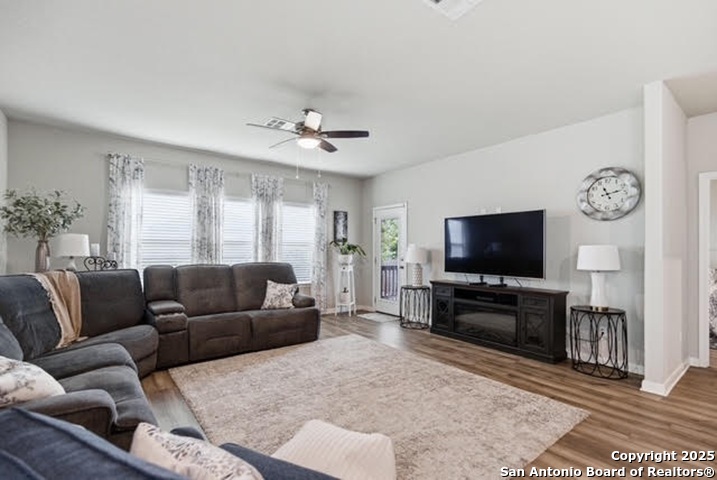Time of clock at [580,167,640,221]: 11:12
